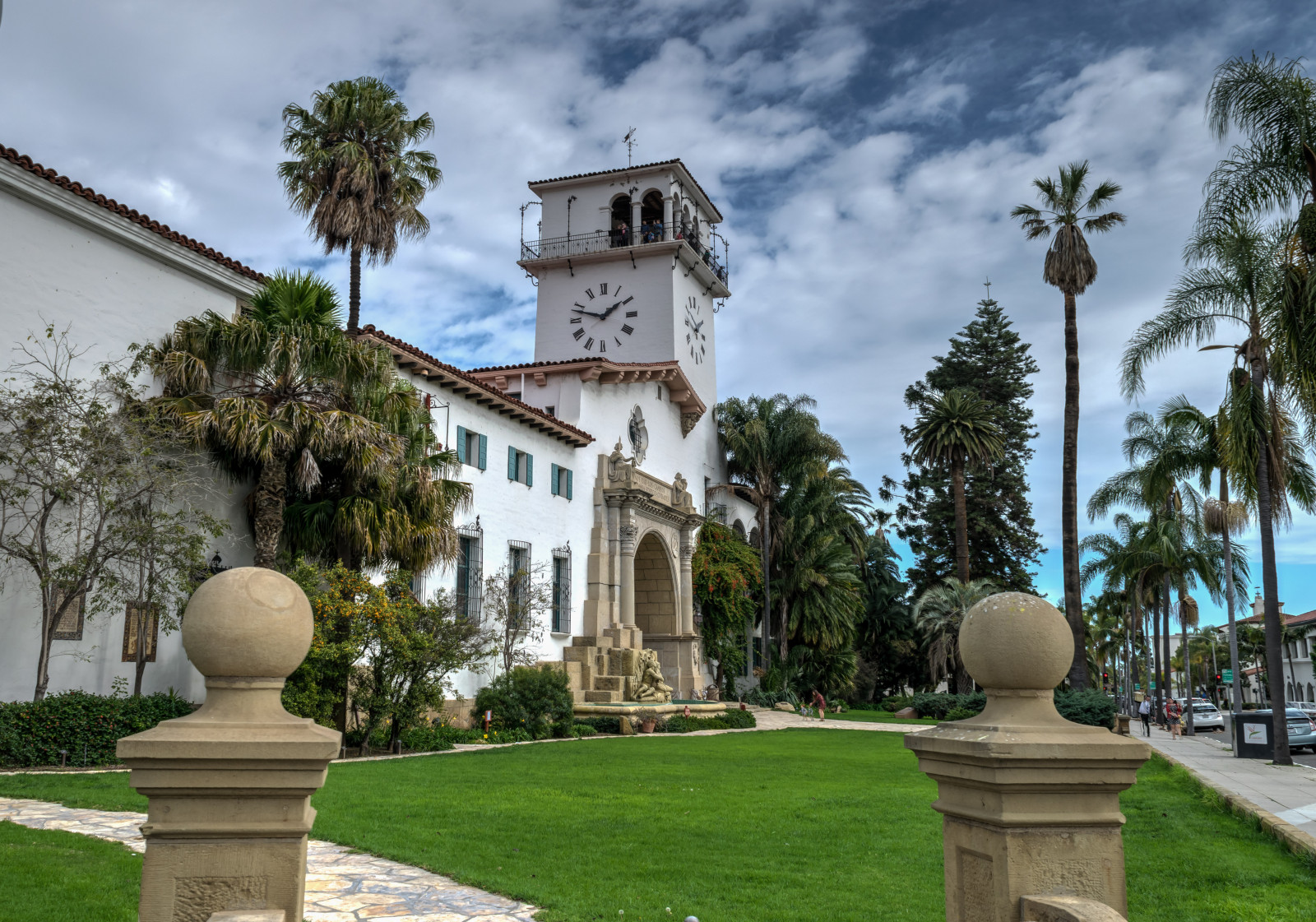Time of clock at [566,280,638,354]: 1:47
